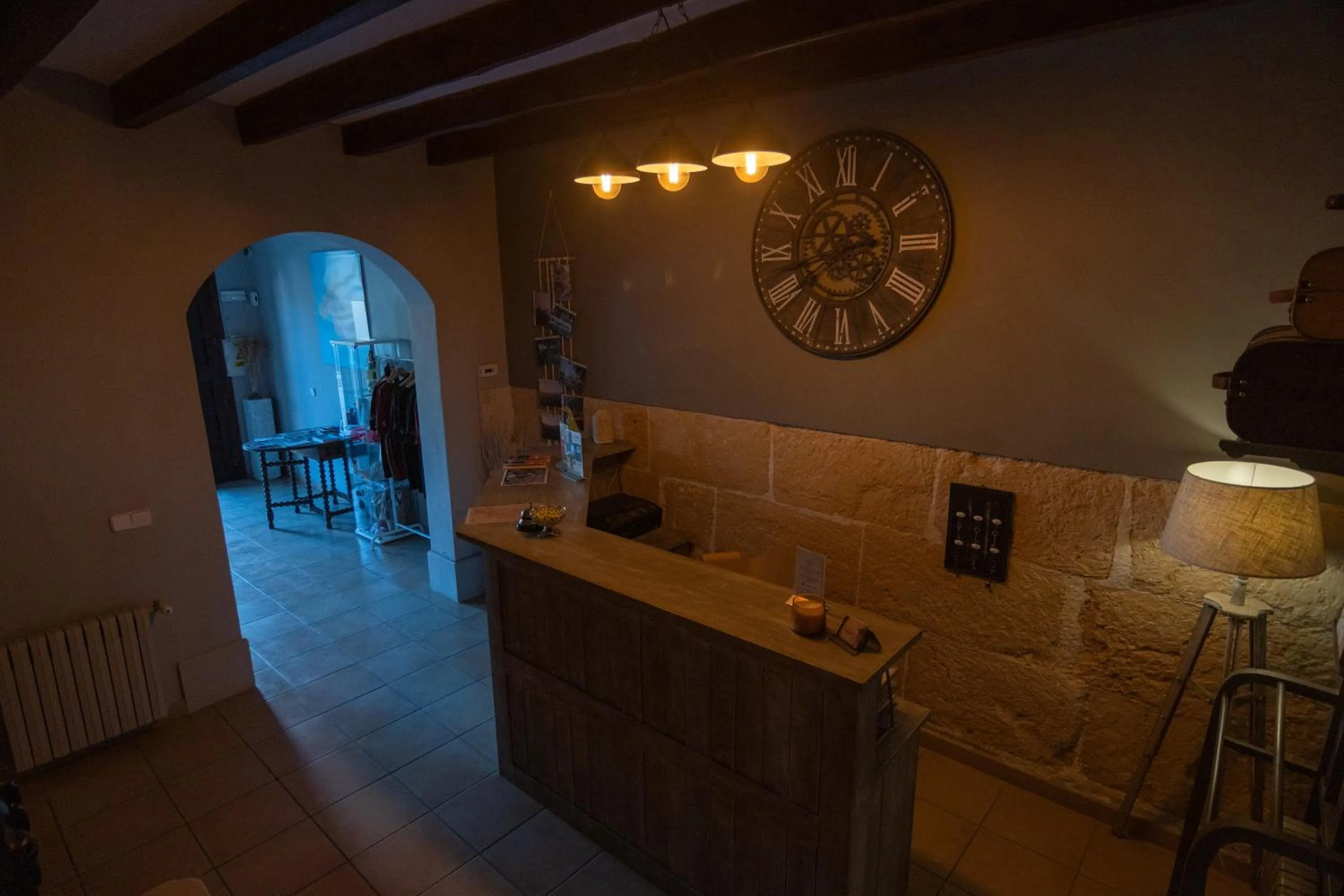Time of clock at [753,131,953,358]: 2:41
